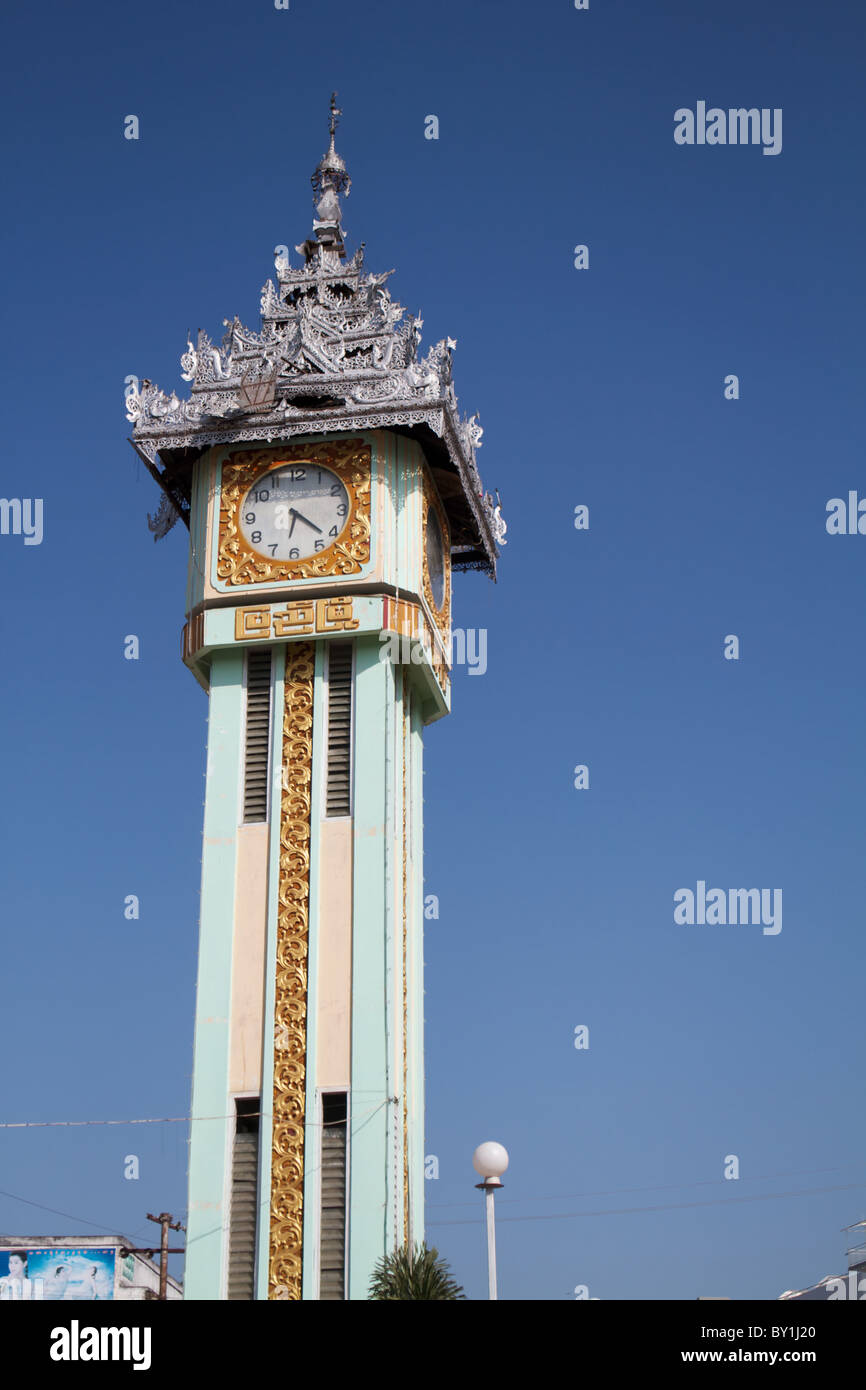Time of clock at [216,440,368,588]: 6:21
